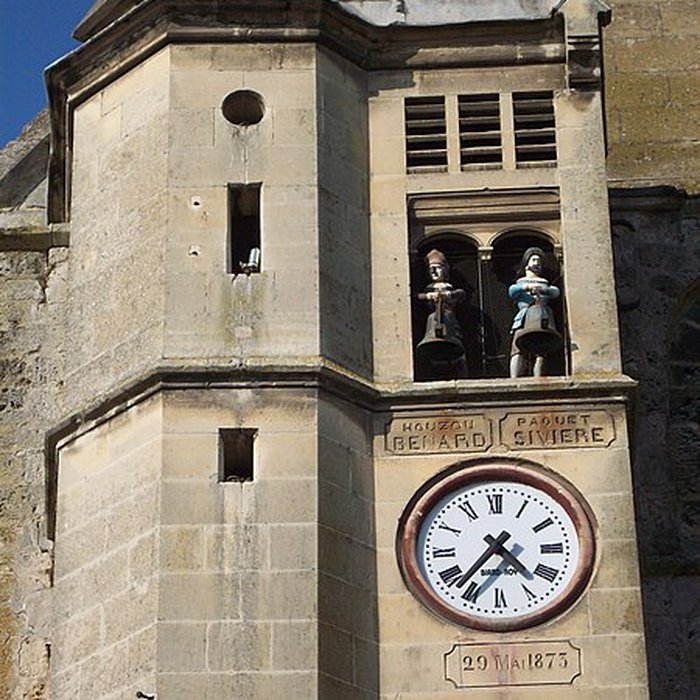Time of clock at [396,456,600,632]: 4:36
